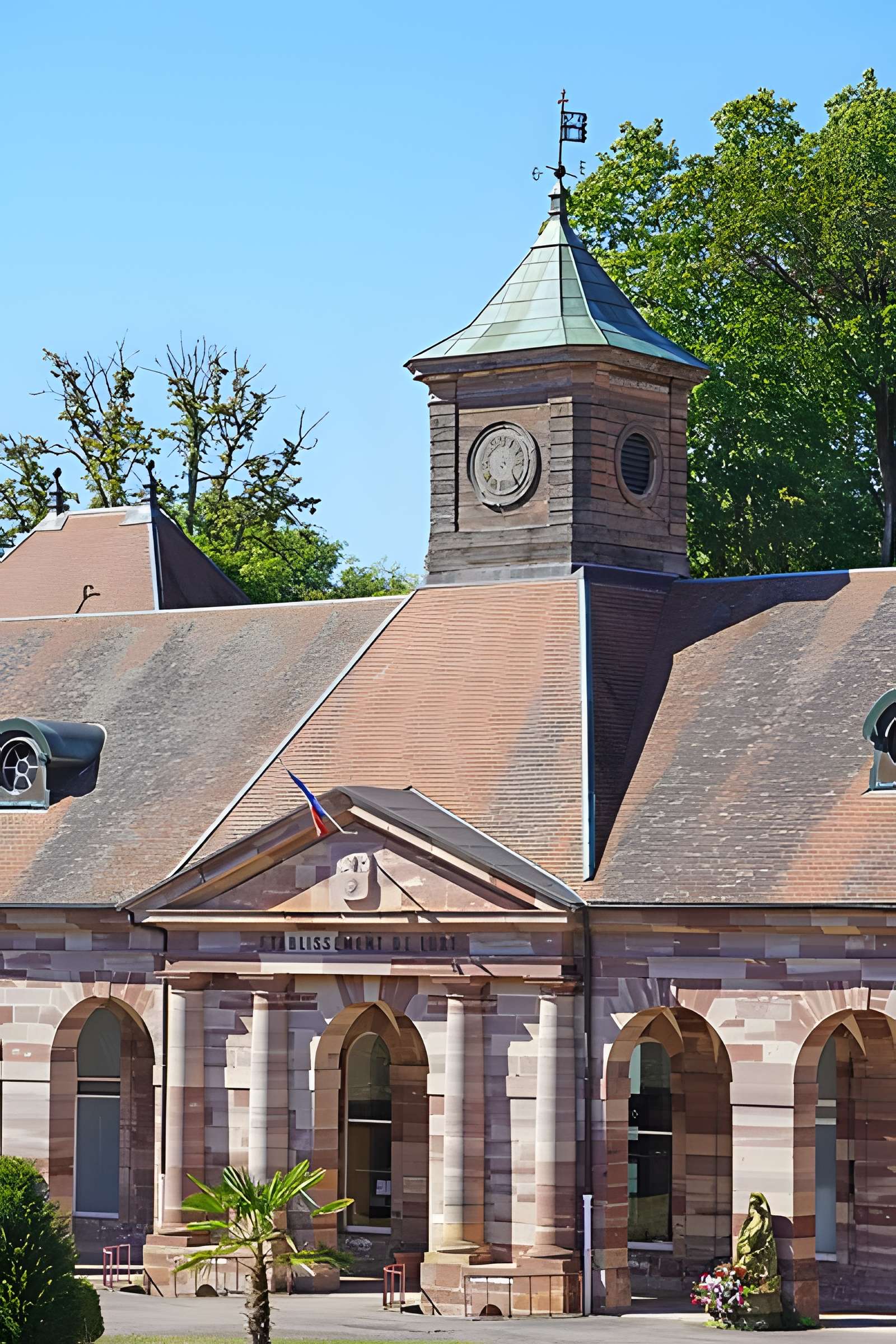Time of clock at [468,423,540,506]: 4:23
